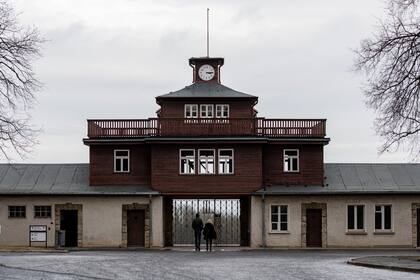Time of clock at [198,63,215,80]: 3:14
